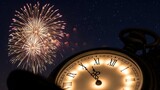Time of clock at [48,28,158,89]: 11:55
